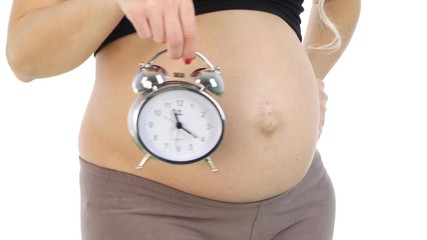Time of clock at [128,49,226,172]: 11:20
